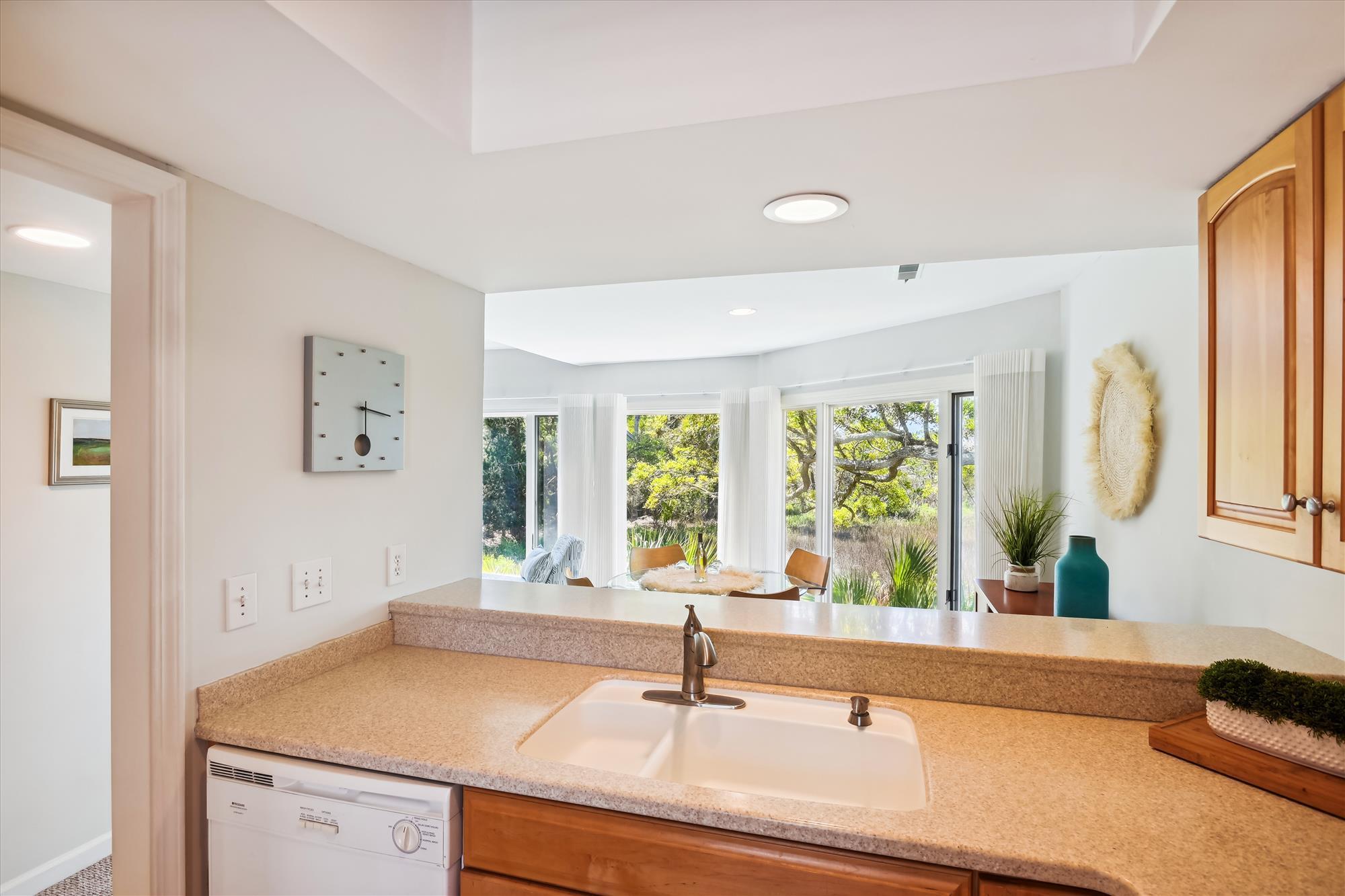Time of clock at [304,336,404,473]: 6:16
